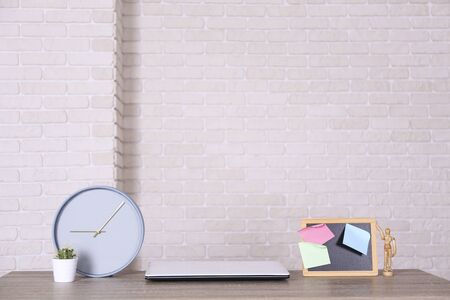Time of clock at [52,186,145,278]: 9:07
